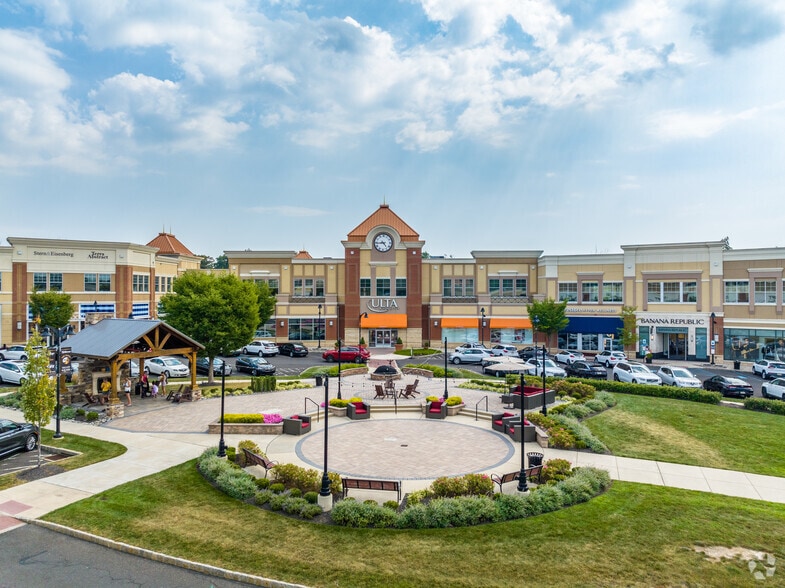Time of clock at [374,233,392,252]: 4:43
